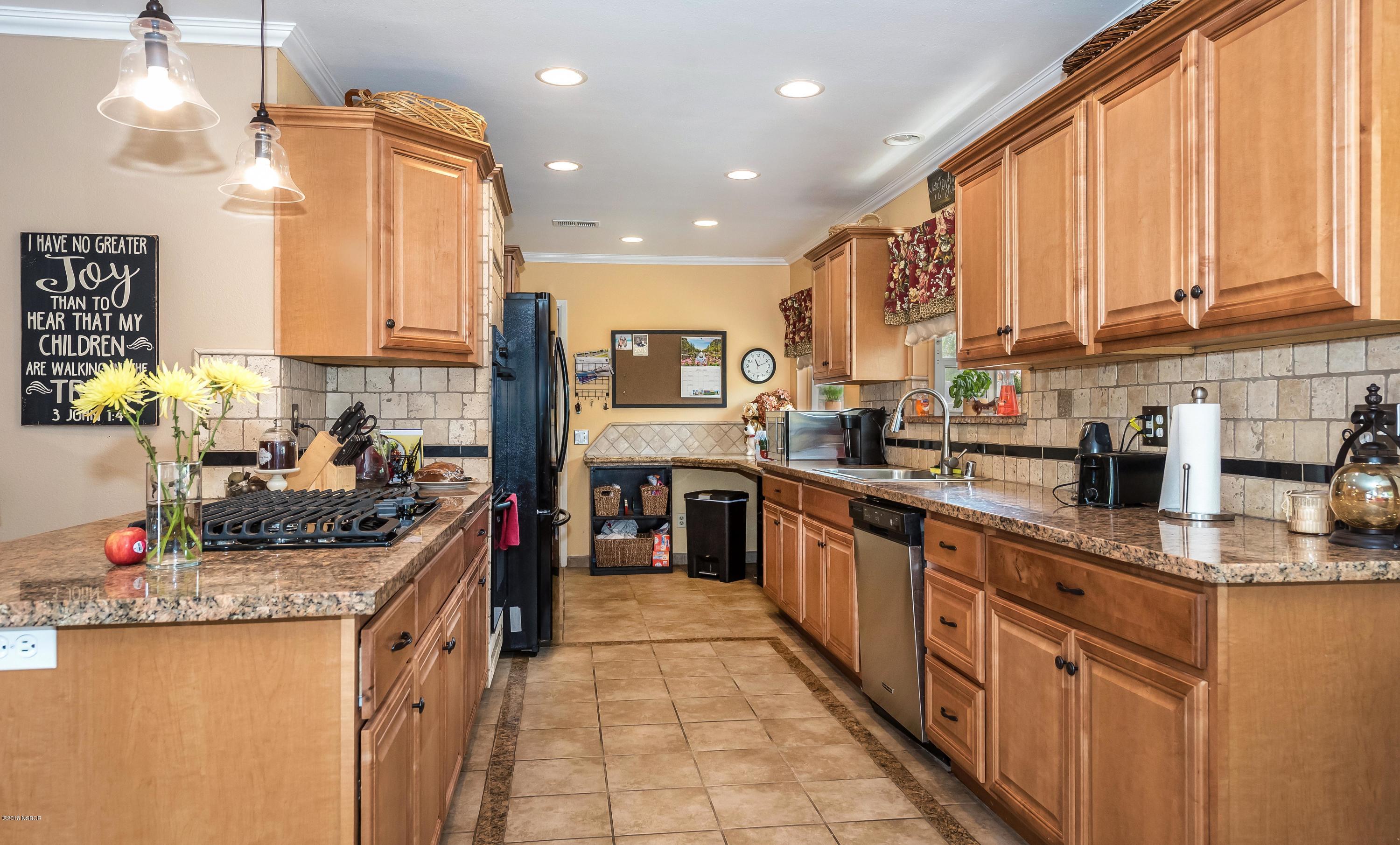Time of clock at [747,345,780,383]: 11:11
